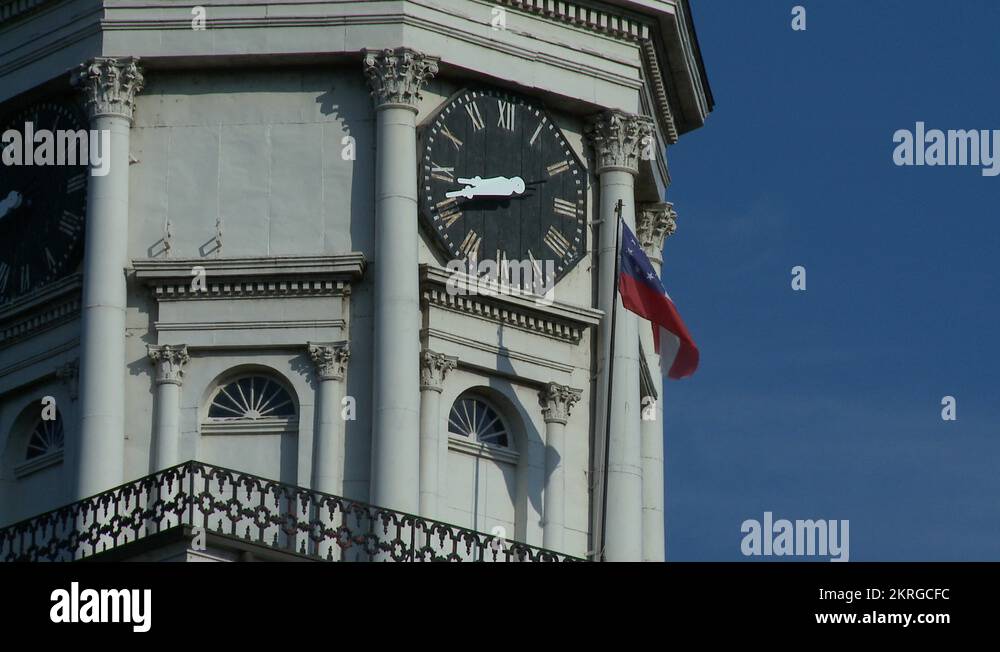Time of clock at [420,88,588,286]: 8:42
